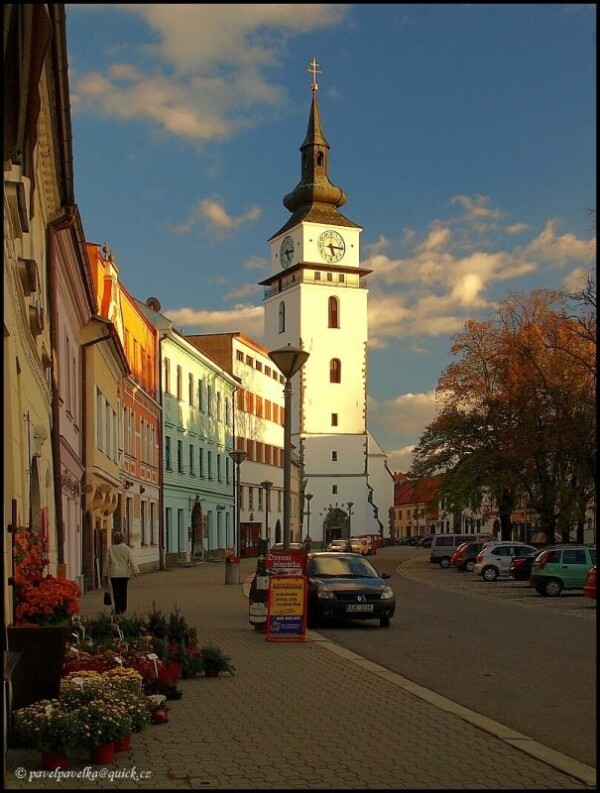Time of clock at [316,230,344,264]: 5:15
